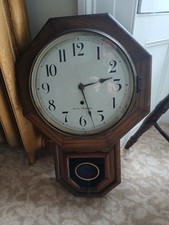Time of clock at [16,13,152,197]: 2:27
